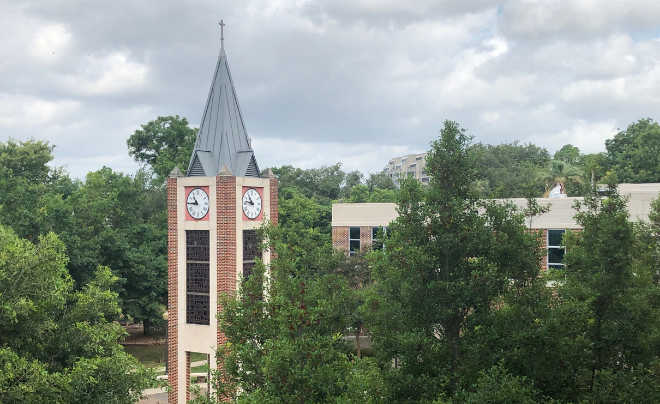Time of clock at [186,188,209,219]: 10:45
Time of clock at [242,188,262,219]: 10:46
